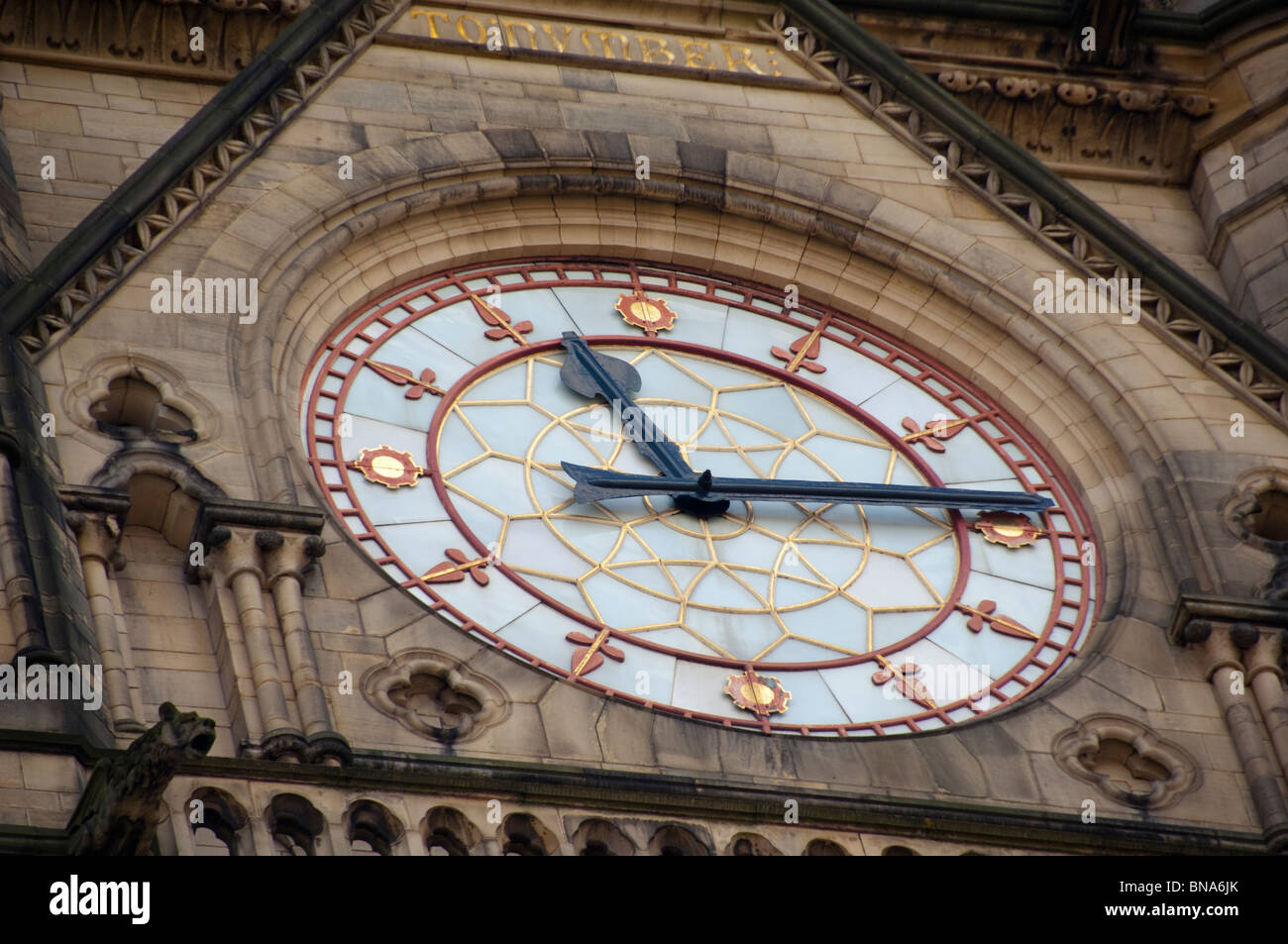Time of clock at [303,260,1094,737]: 11:13
